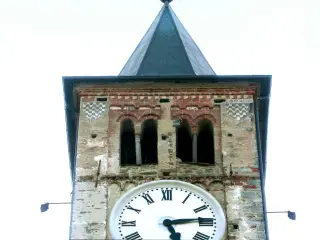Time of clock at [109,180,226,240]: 5:13
